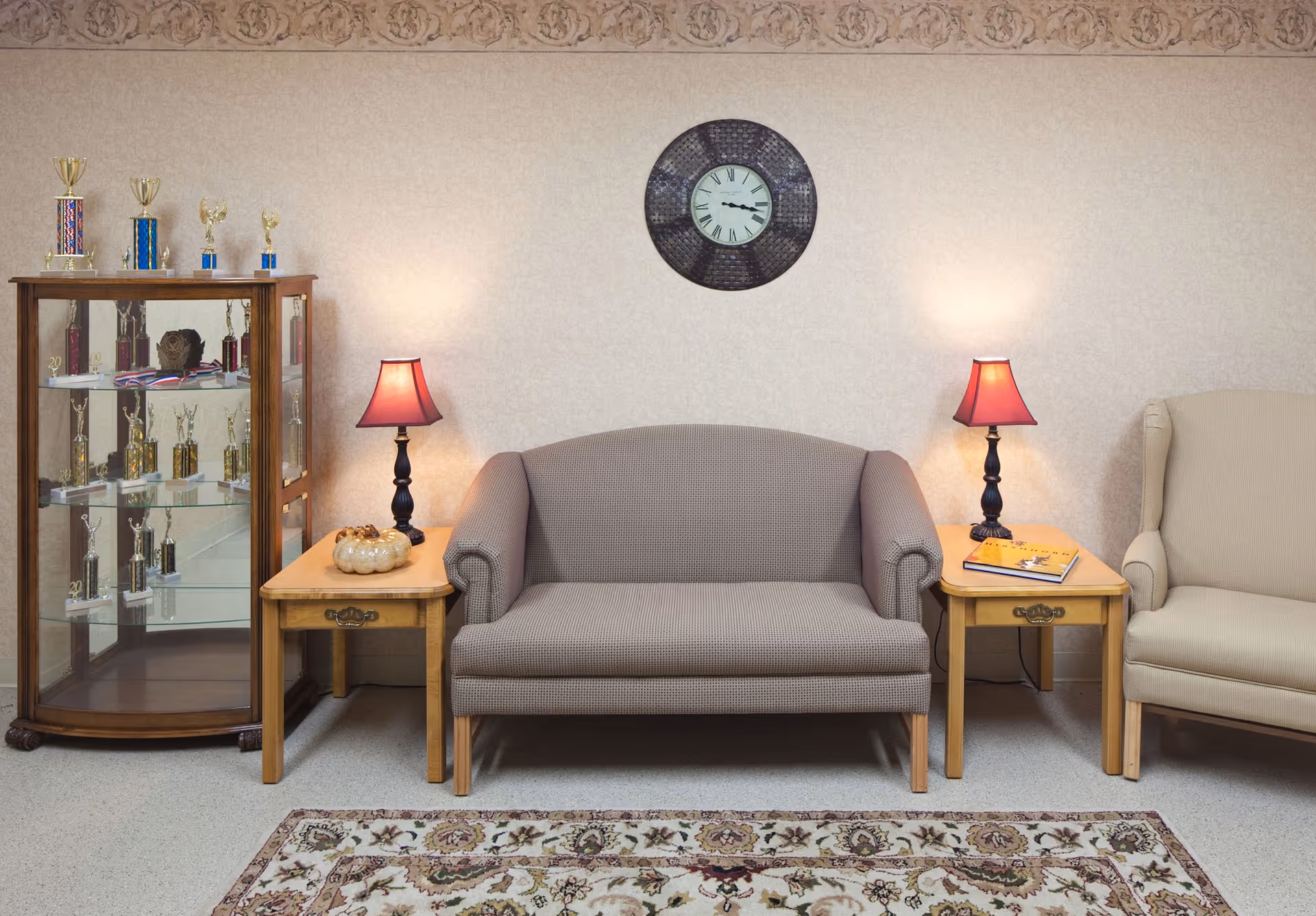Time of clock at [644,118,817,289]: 3:17
